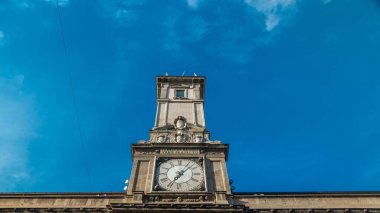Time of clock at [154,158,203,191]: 7:07
